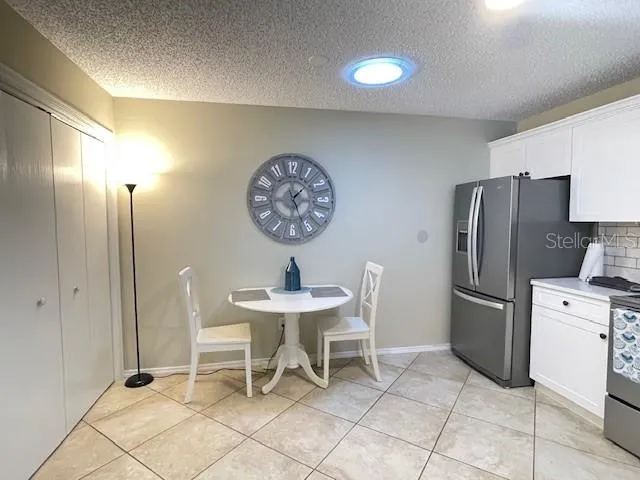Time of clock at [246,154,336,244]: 1:26
